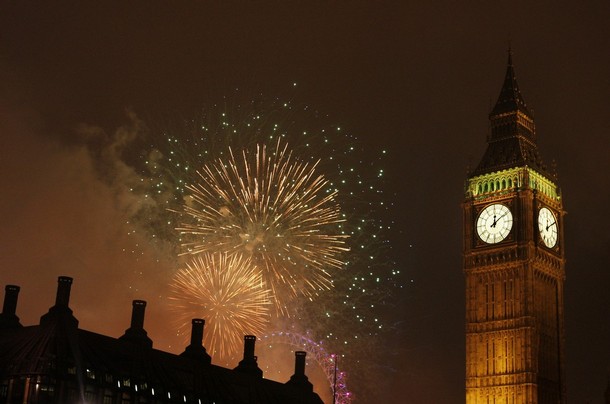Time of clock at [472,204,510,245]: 12:09
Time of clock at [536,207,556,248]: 12:09
